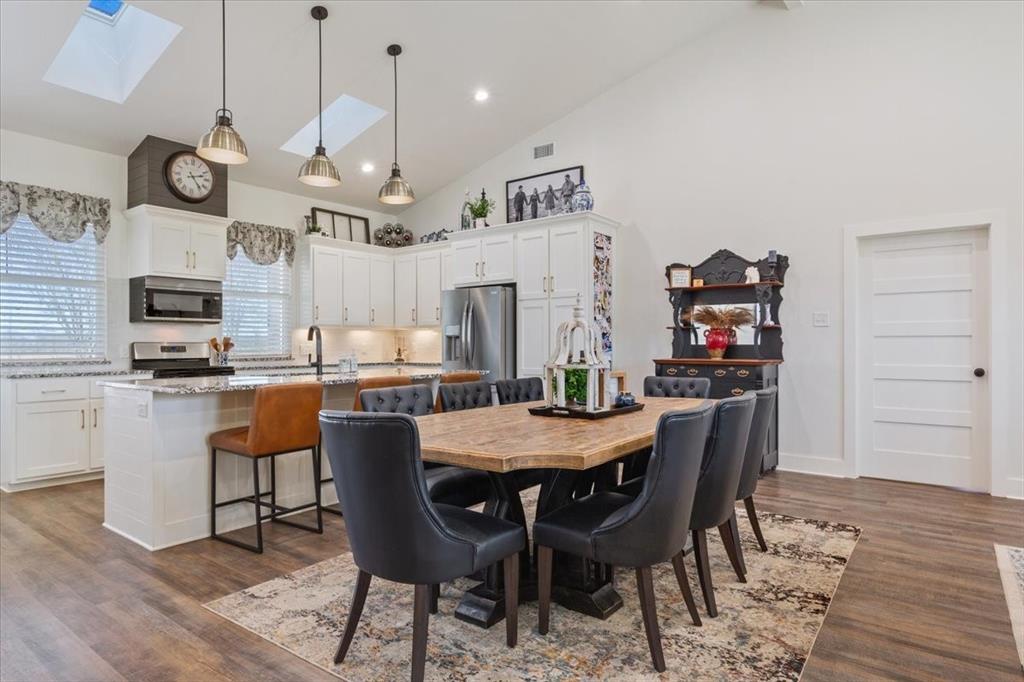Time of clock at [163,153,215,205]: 2:23
